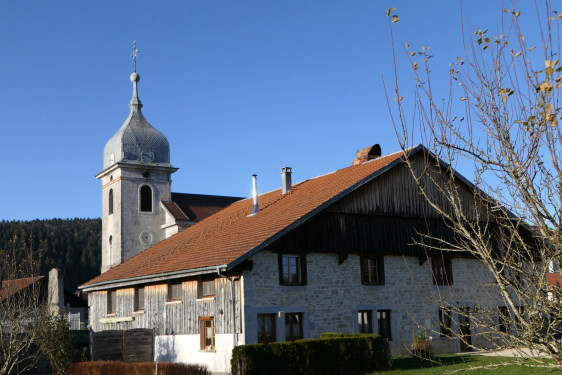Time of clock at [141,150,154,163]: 3:47
